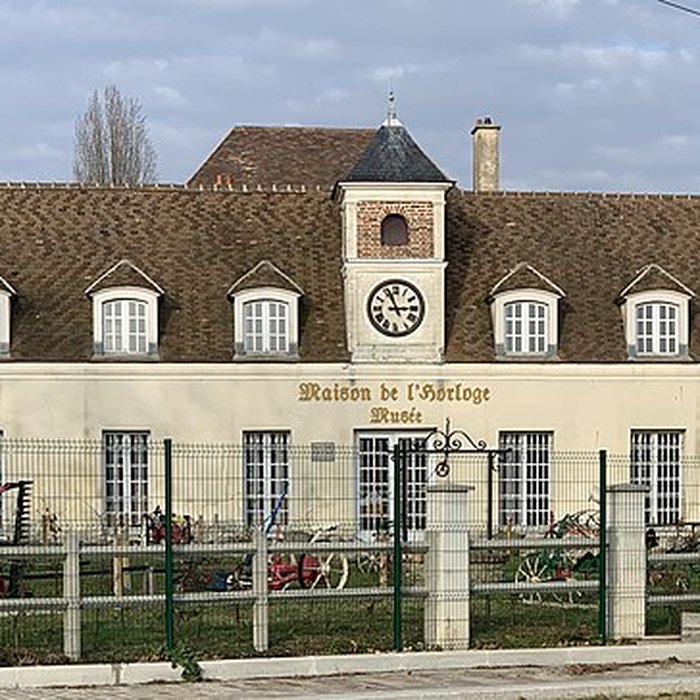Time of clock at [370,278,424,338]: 2:56
